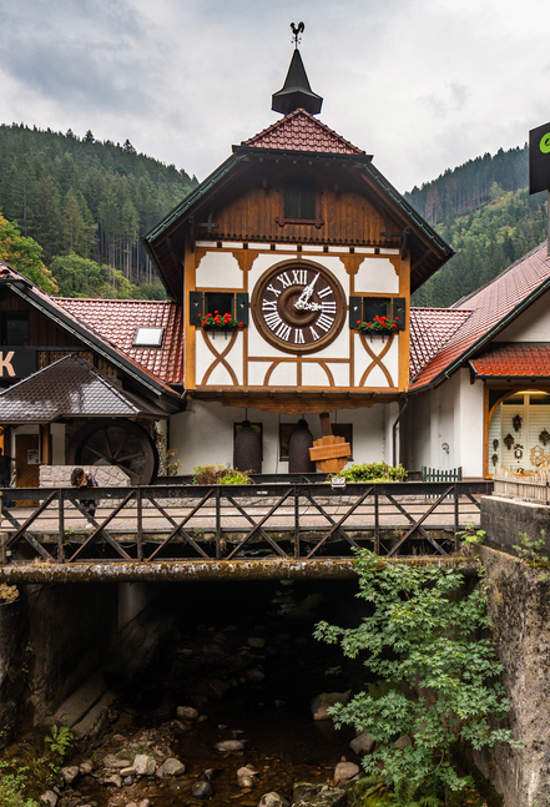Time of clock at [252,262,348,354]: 3:05
